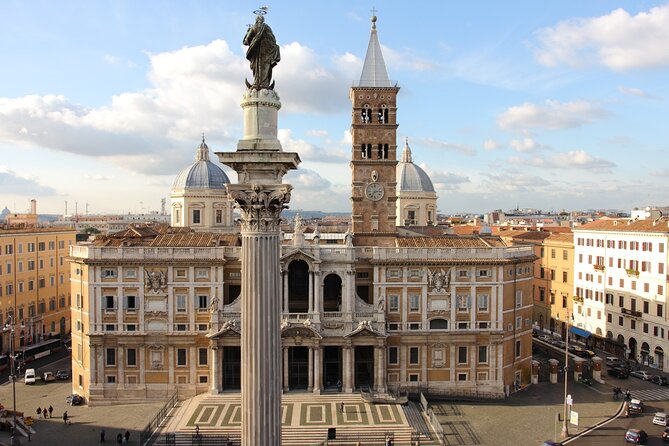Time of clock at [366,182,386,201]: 7:13
